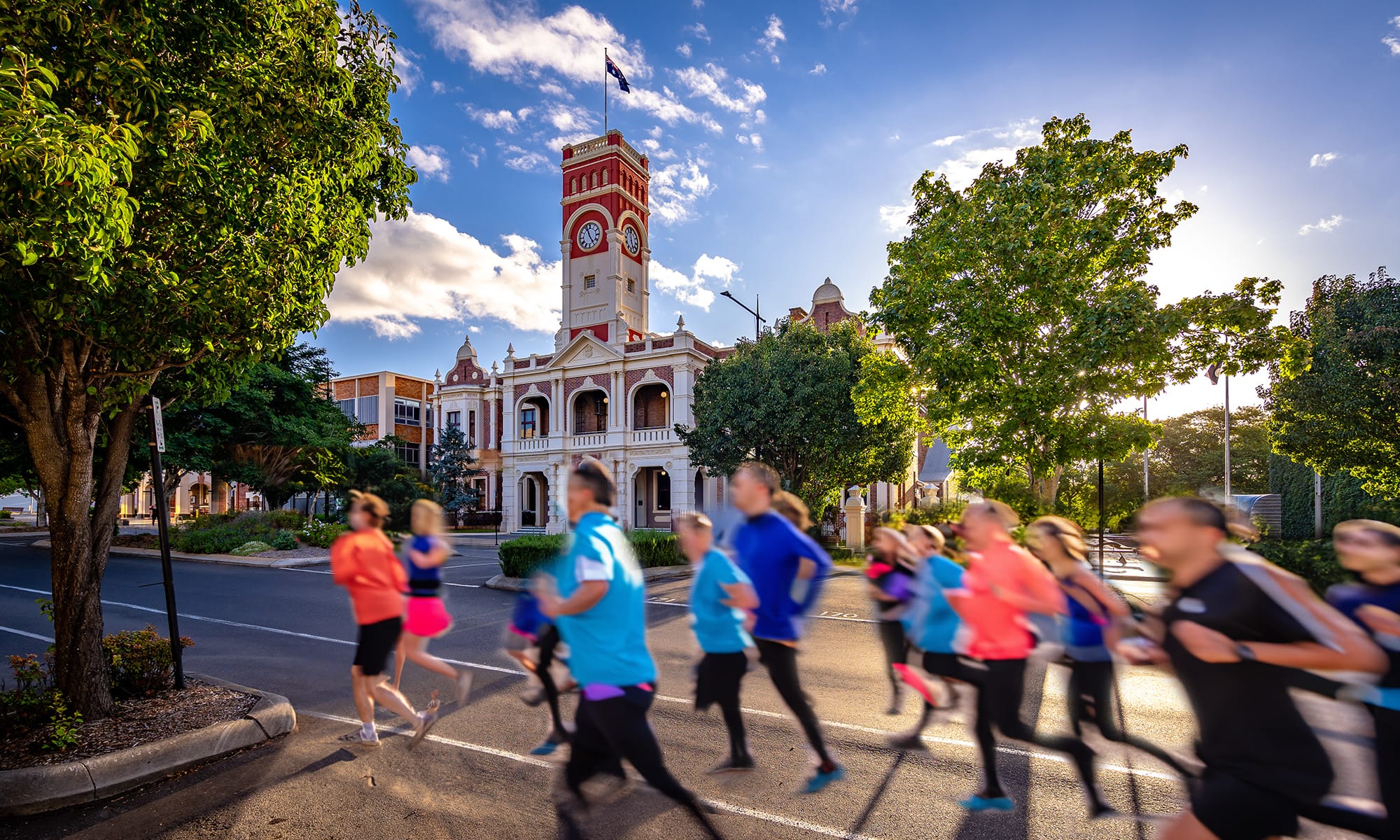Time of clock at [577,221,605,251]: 4:56
